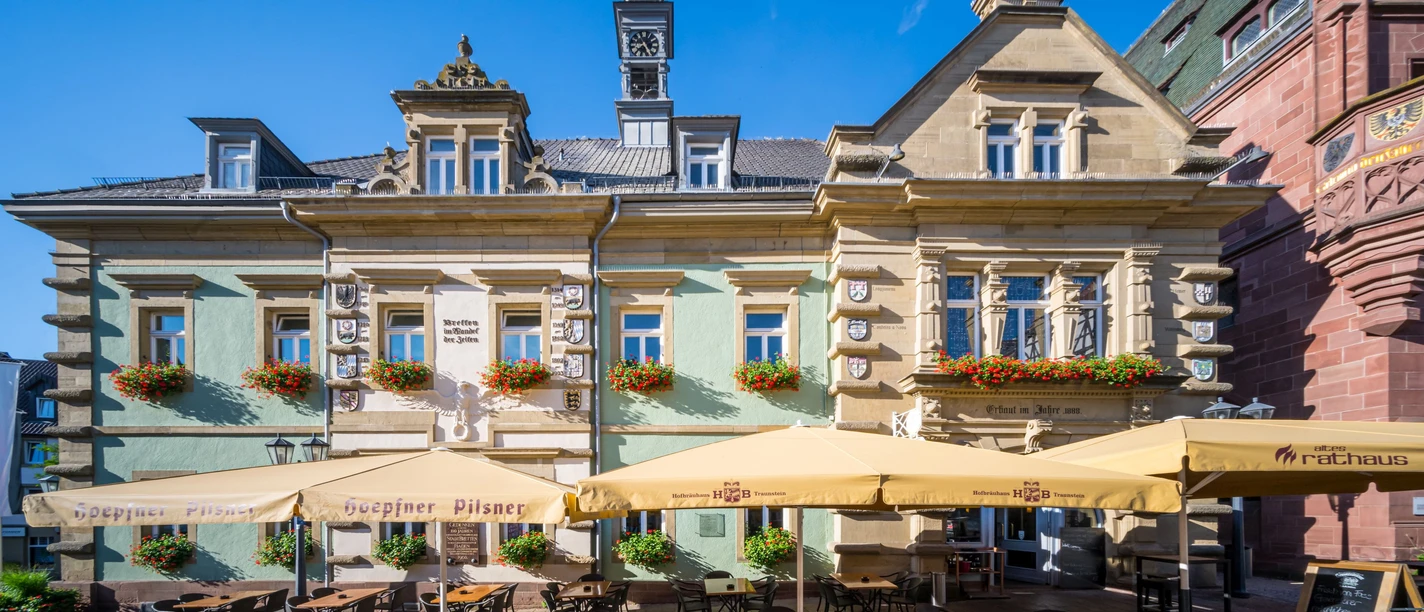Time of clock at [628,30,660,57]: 7:25
